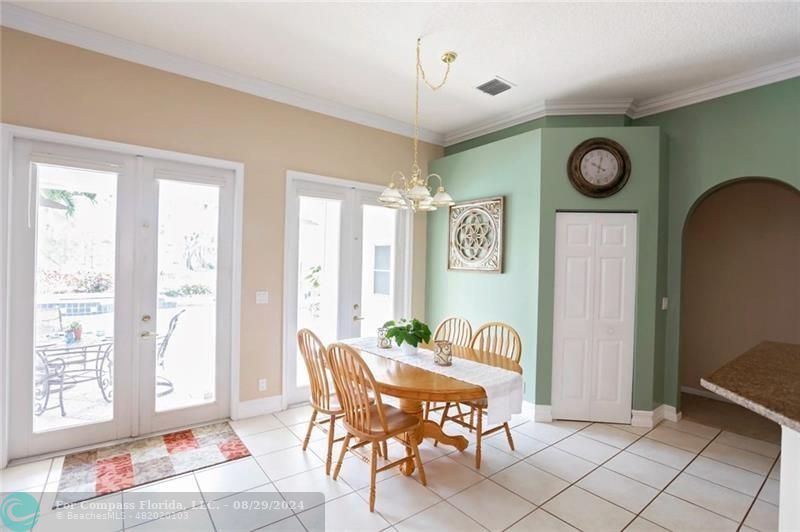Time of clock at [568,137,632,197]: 10:02
